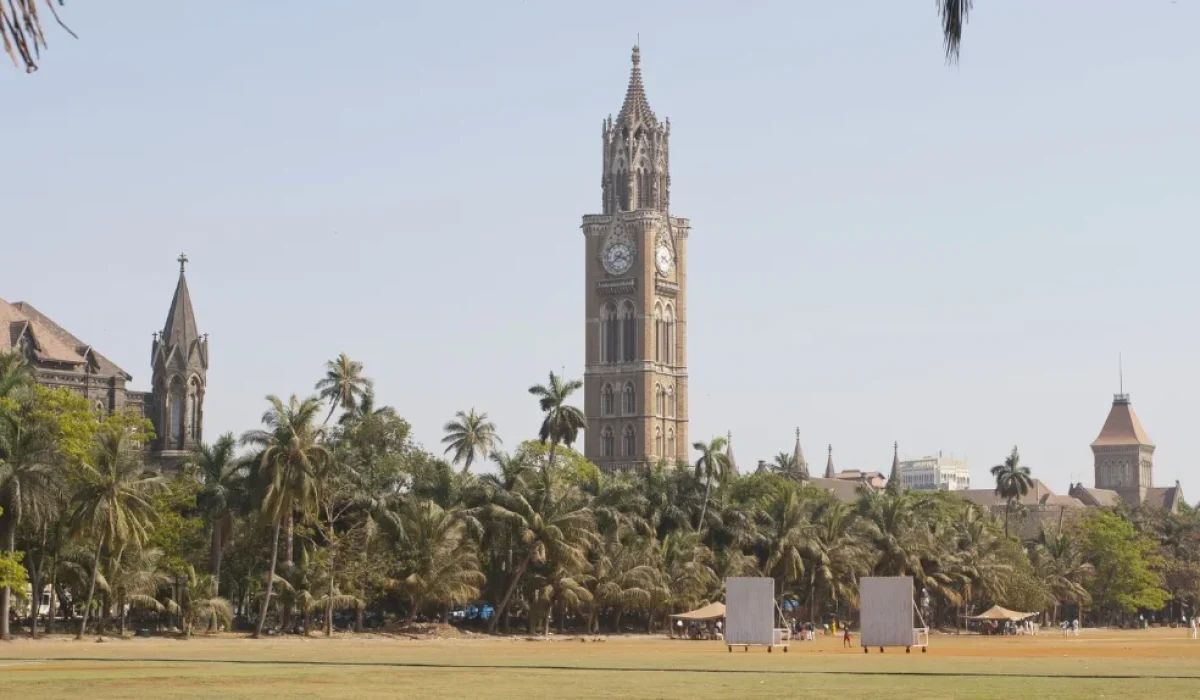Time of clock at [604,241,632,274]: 3:38
